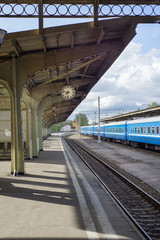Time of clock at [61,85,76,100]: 7:46
